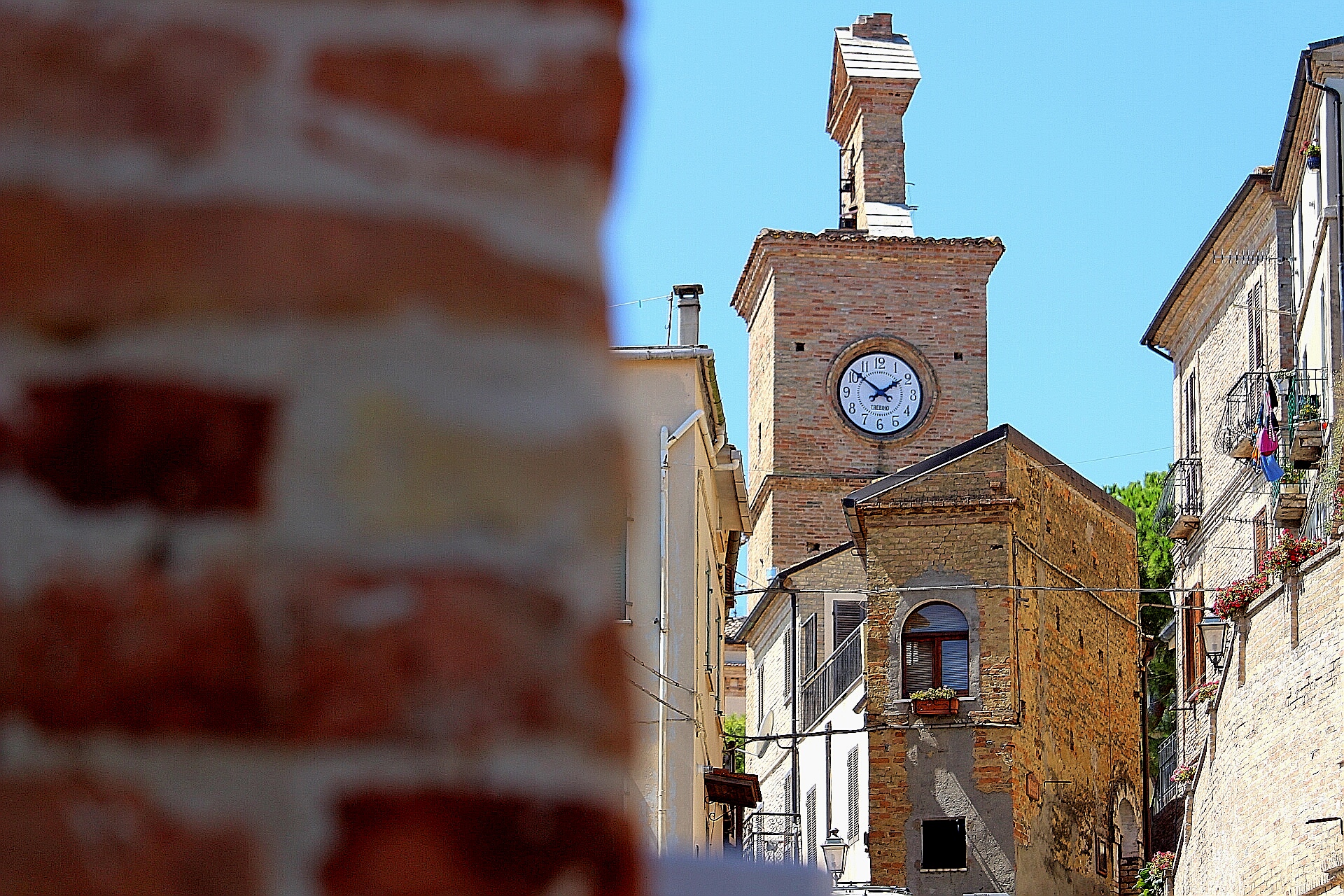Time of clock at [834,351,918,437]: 1:51
